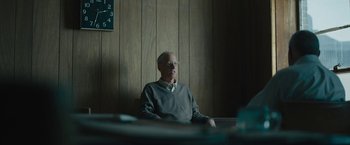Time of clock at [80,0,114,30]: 2:33
